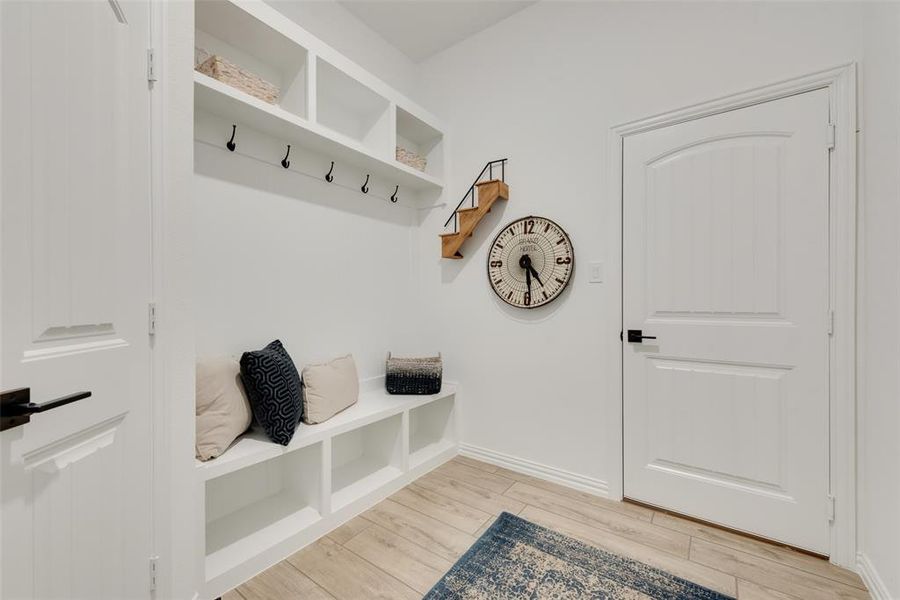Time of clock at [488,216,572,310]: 4:29
